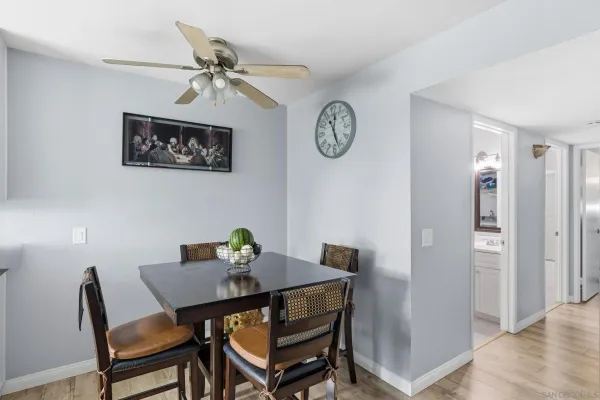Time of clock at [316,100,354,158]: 12:26
